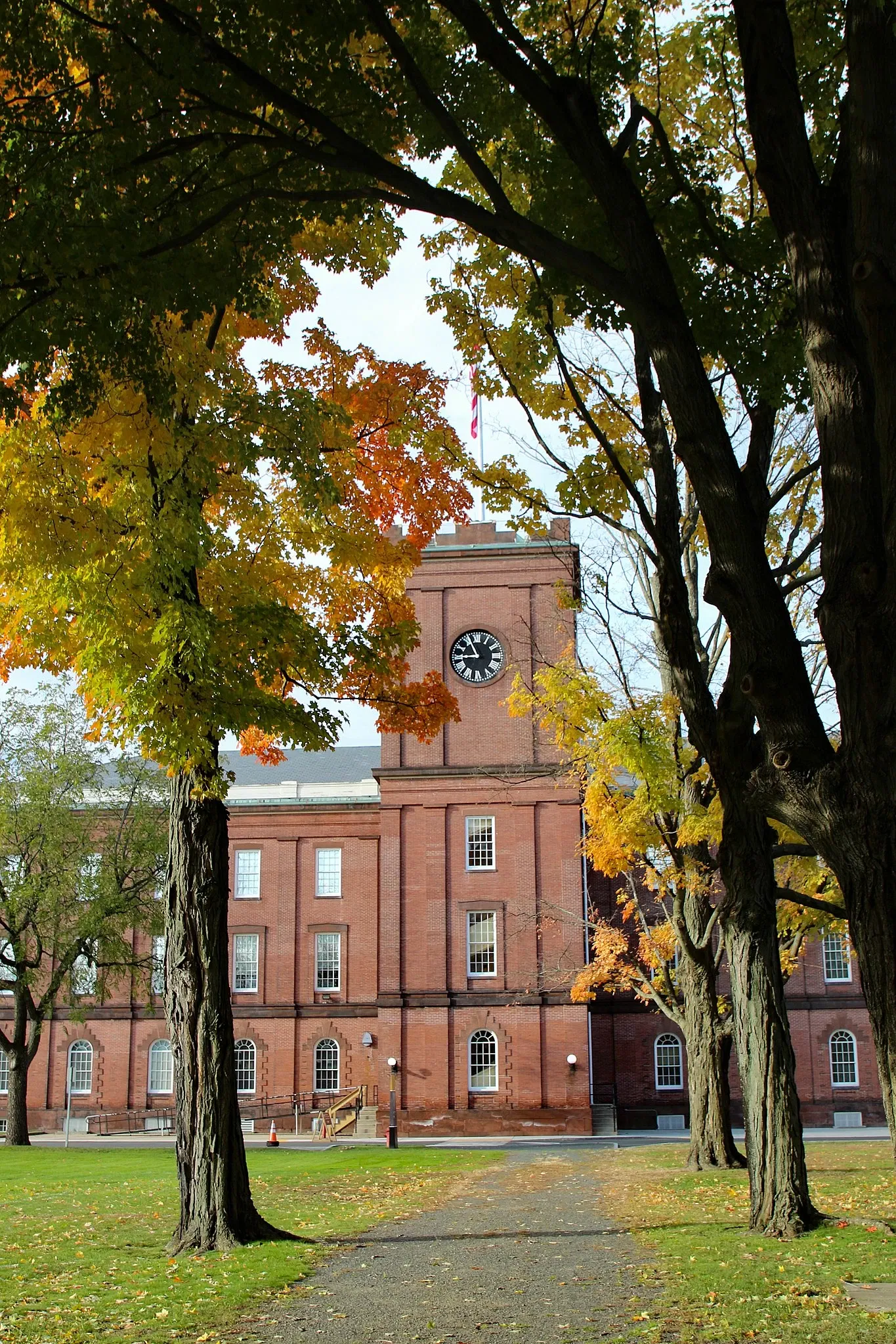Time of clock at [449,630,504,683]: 8:56
